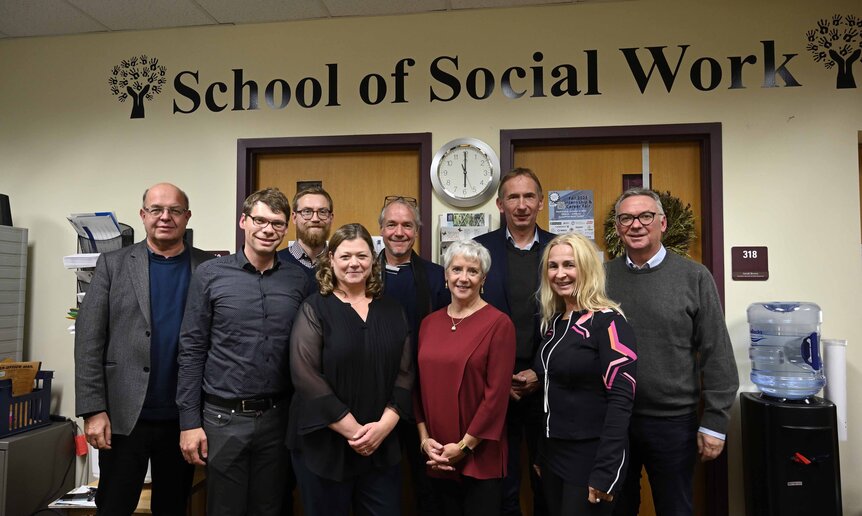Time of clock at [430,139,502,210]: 6:00
